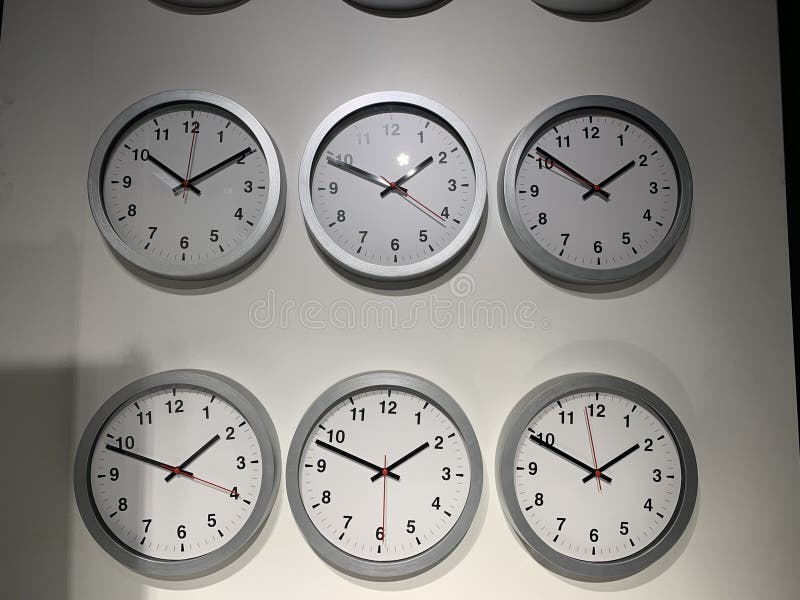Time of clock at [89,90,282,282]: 10:09
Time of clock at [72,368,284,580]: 1:48
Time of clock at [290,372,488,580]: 1:48
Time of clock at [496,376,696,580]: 1:49
